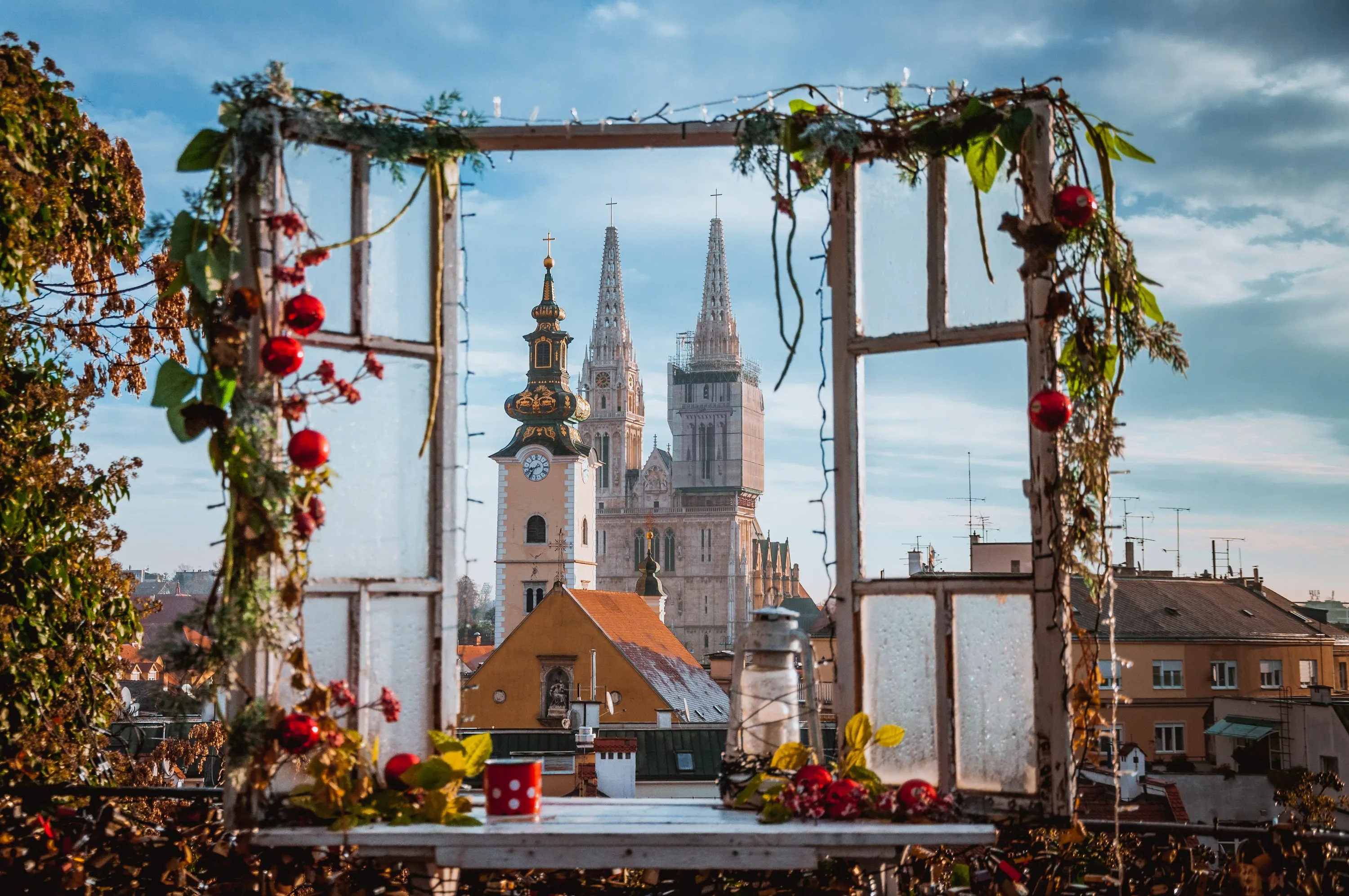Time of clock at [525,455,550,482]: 8:36
